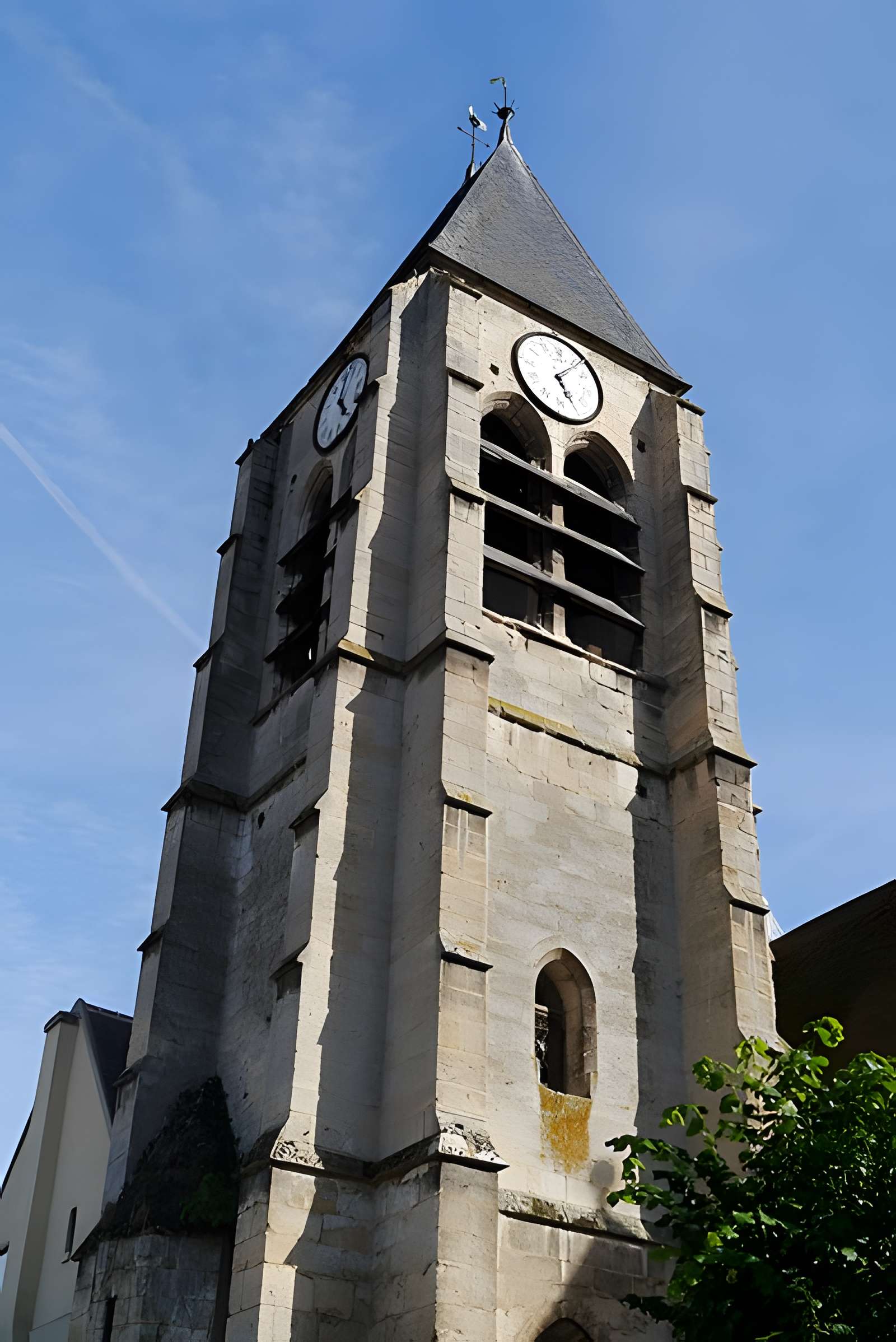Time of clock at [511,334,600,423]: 5:06
